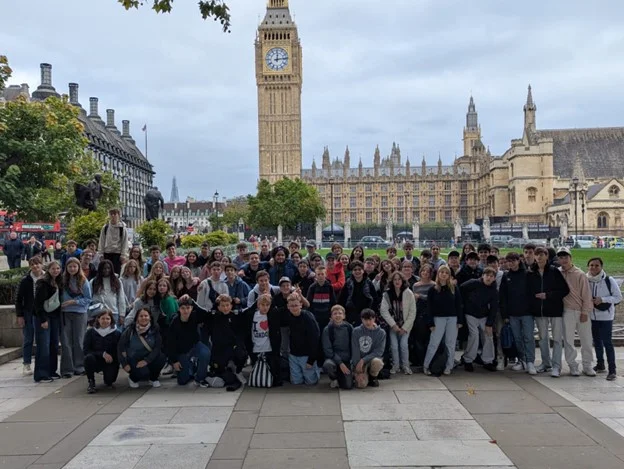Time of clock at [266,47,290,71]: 12:13
